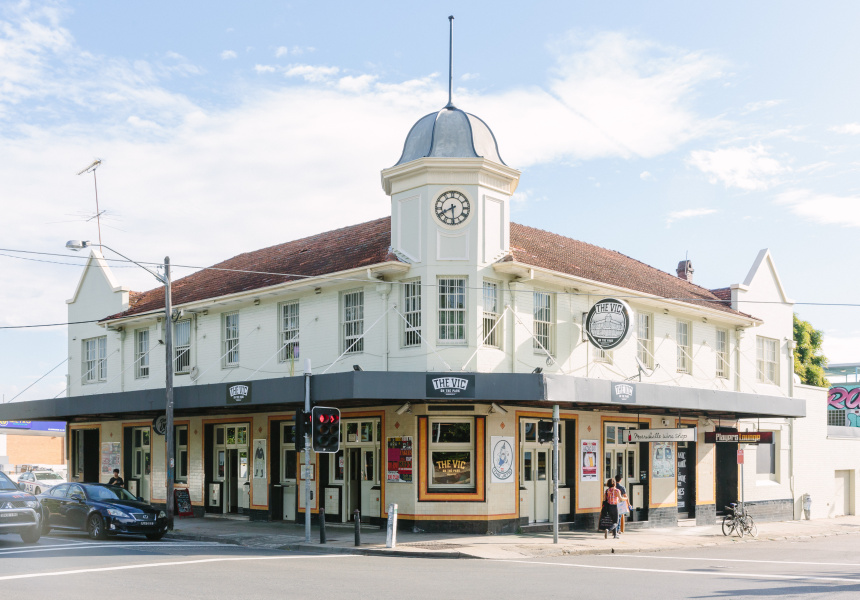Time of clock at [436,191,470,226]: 5:40
